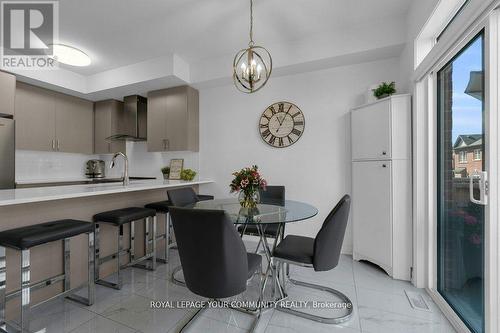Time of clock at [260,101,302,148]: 11:04
